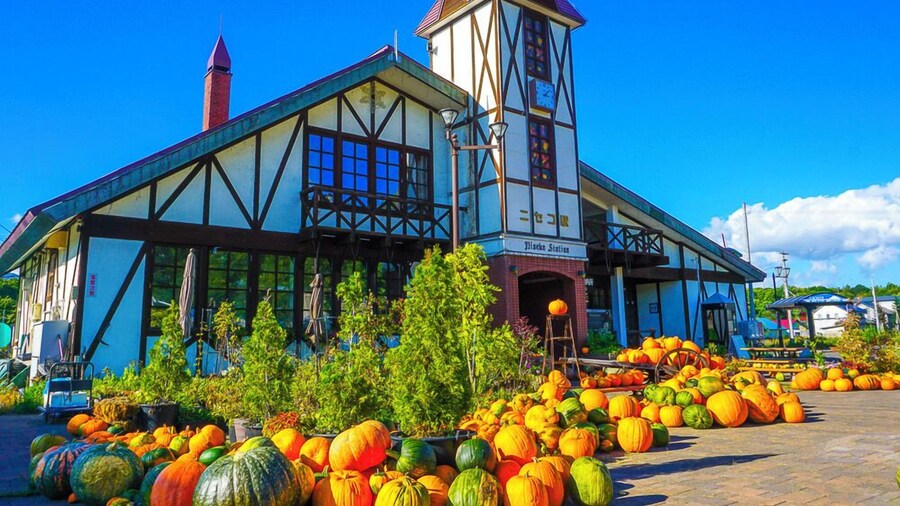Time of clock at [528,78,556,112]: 3:07
